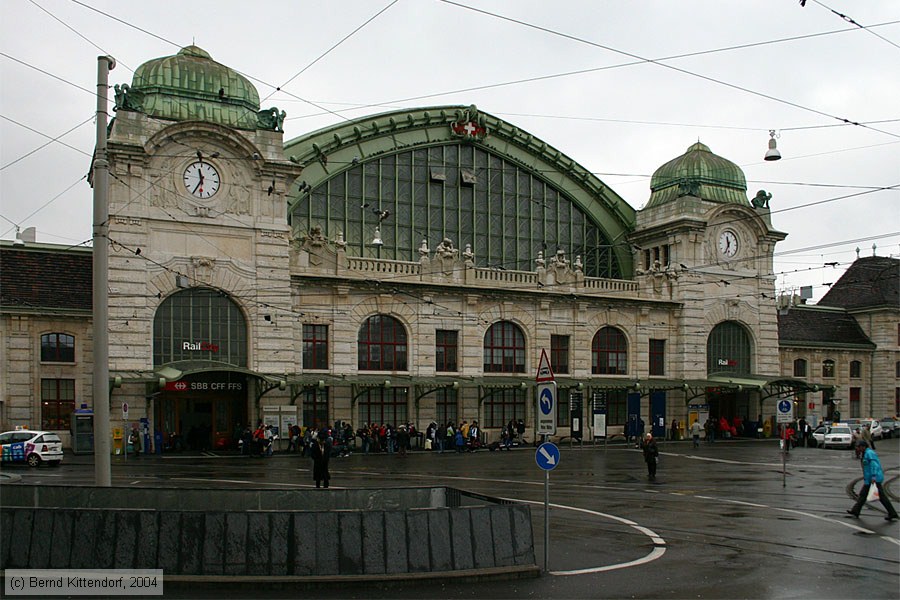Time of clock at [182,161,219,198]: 11:34
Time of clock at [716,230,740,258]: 11:34
